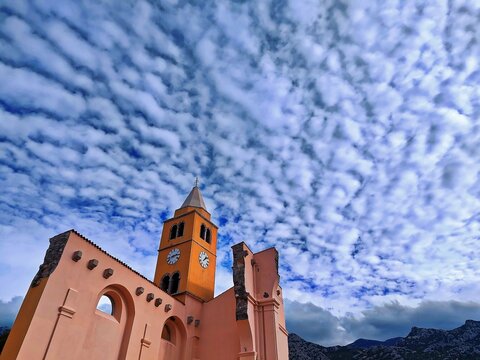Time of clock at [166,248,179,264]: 2:42
